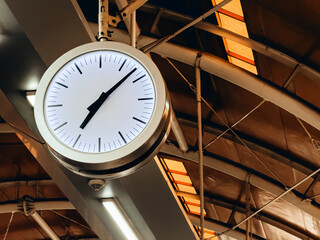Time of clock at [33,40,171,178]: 7:08
